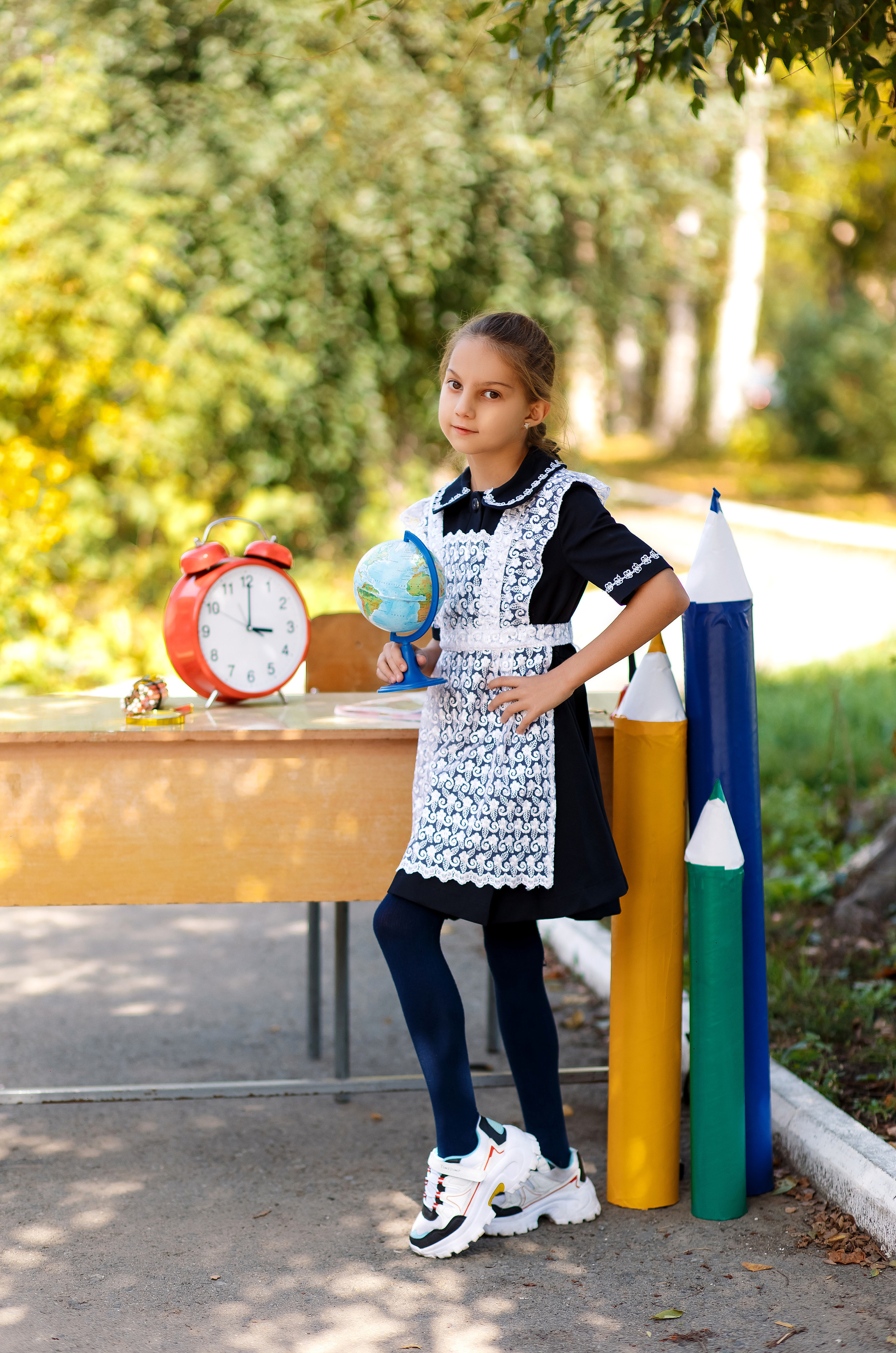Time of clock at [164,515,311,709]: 3:00
